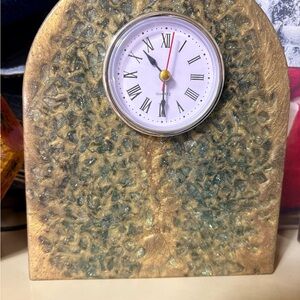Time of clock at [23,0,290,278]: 10:30
